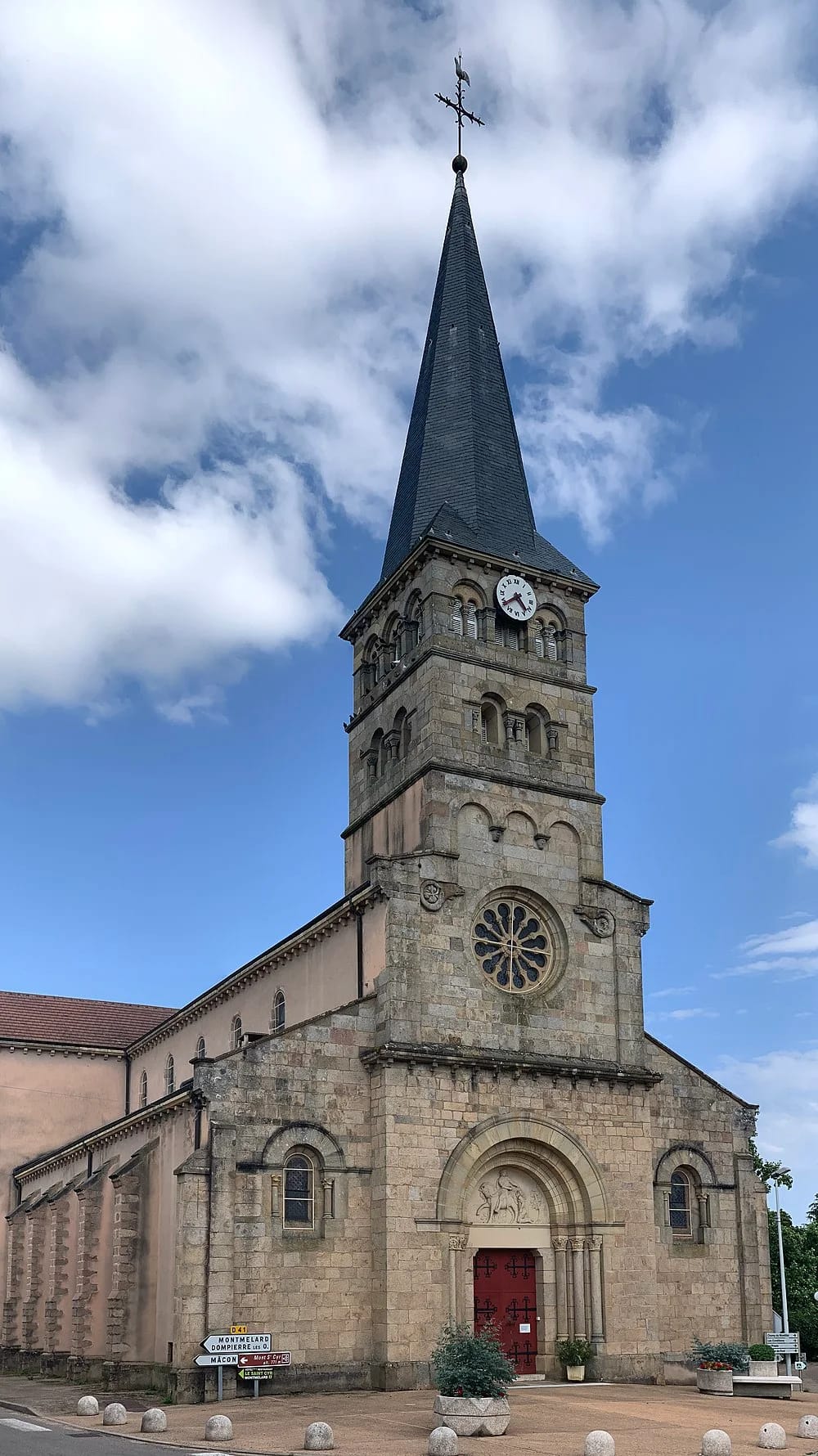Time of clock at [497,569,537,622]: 4:38
